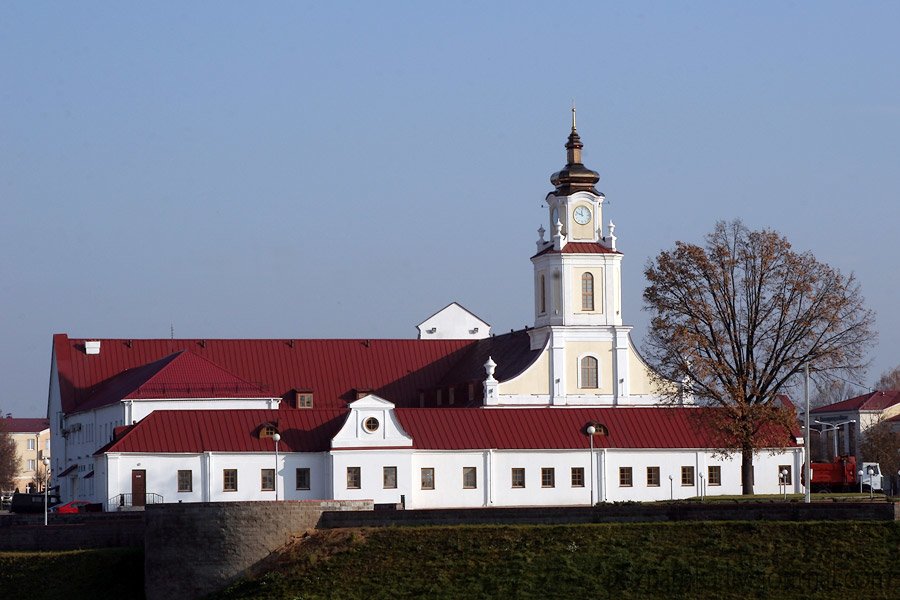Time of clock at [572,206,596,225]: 11:48
